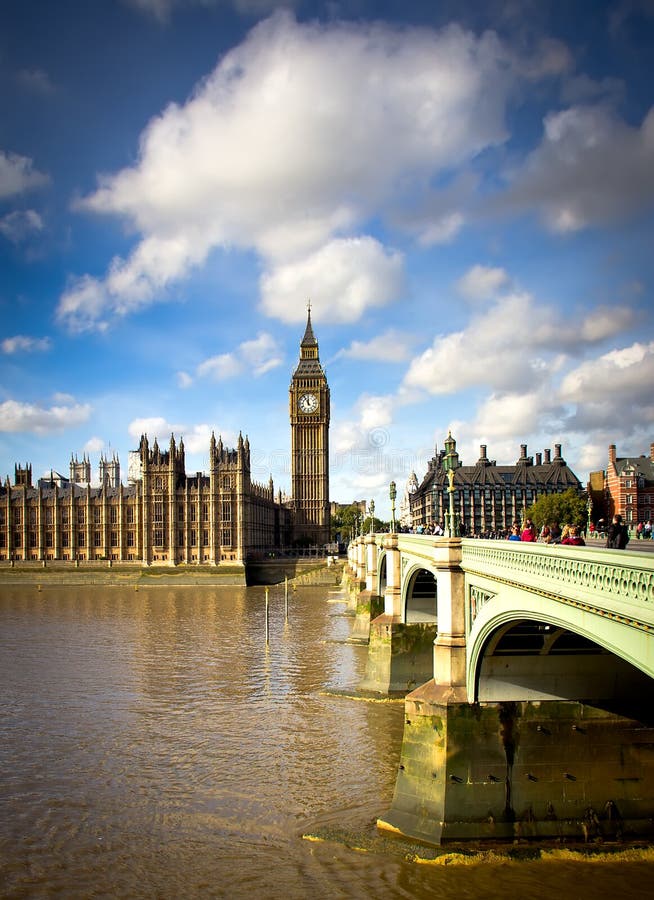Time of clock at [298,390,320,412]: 11:55
